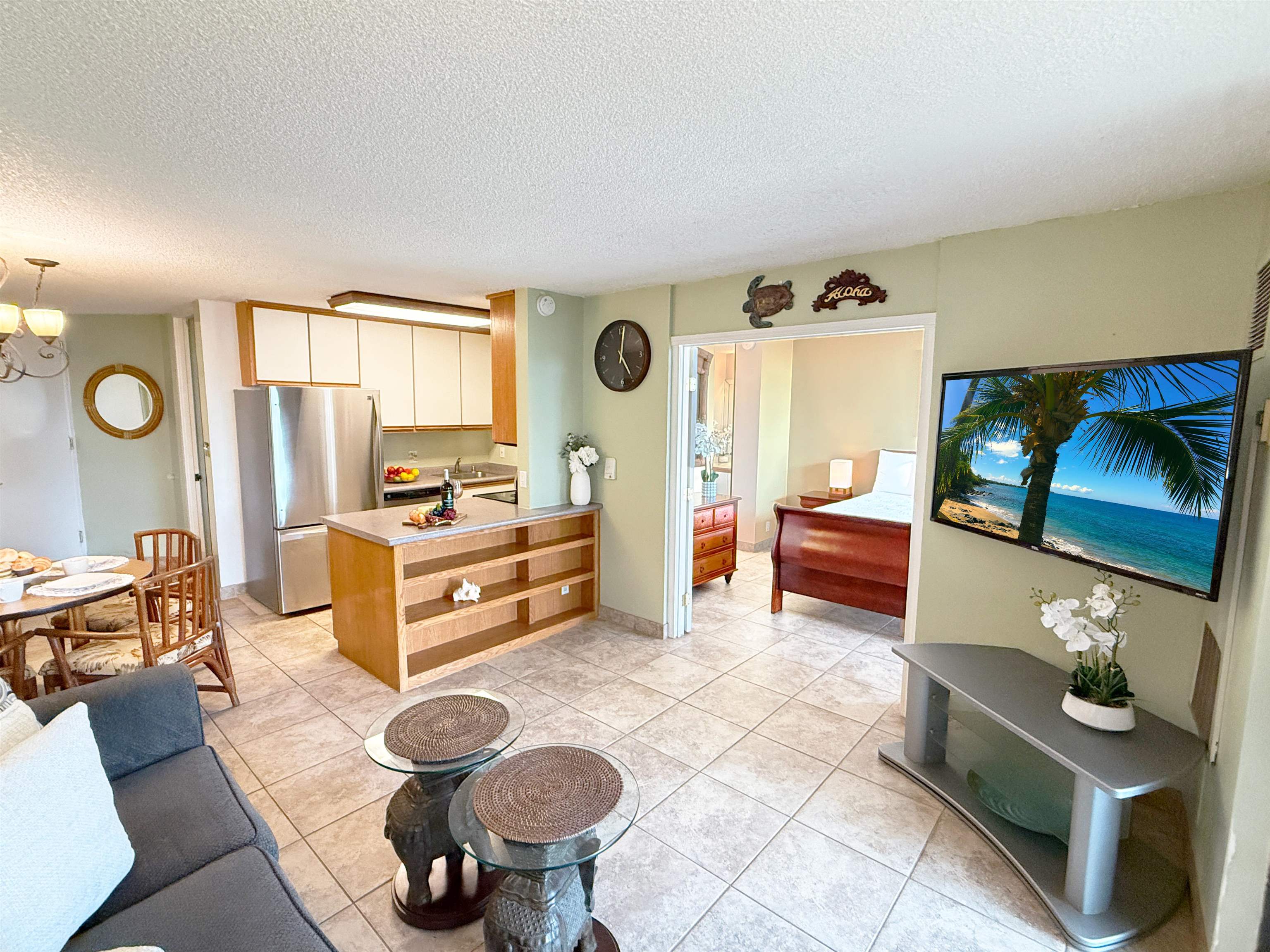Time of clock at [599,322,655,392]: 5:01
